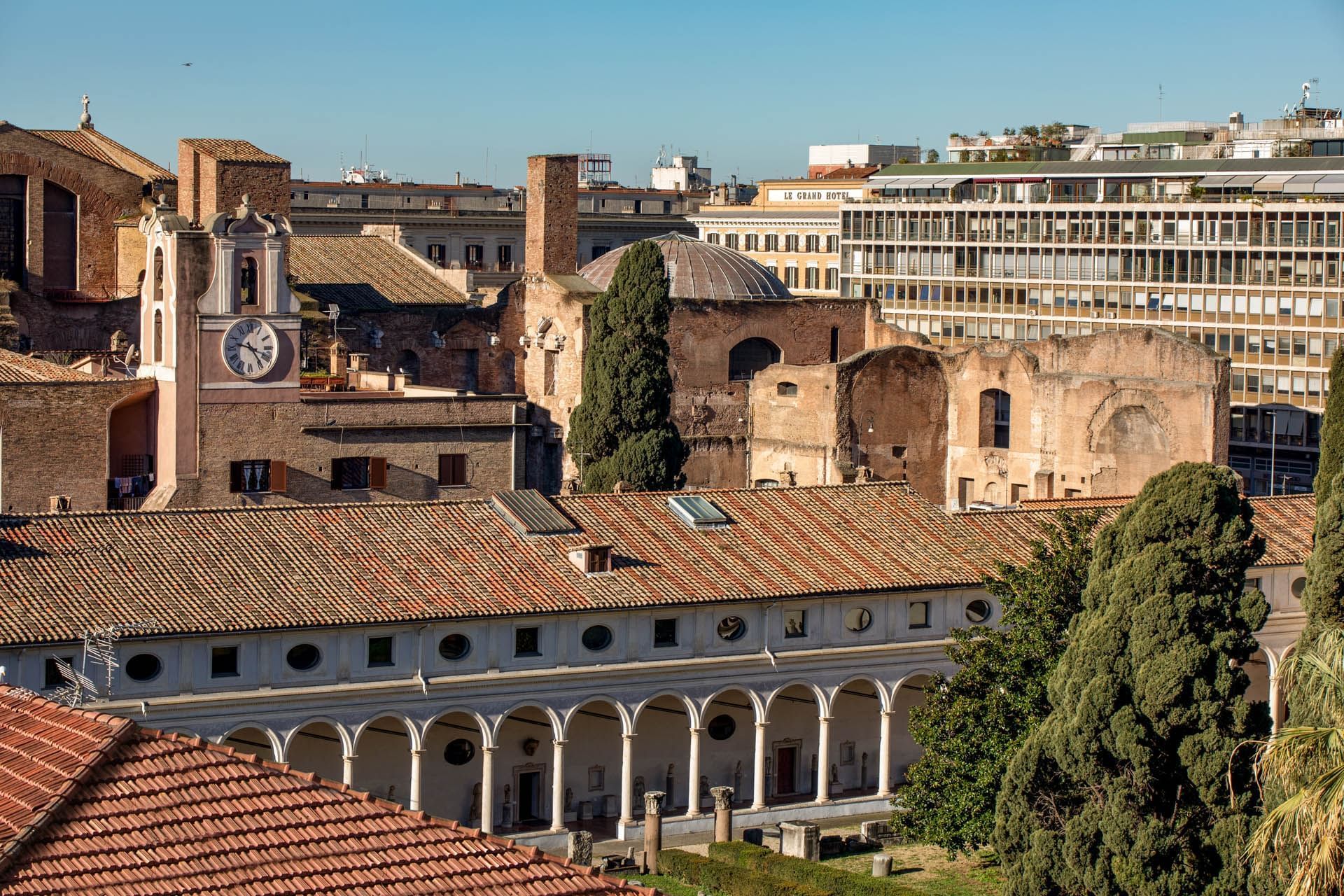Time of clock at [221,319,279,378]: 9:23
